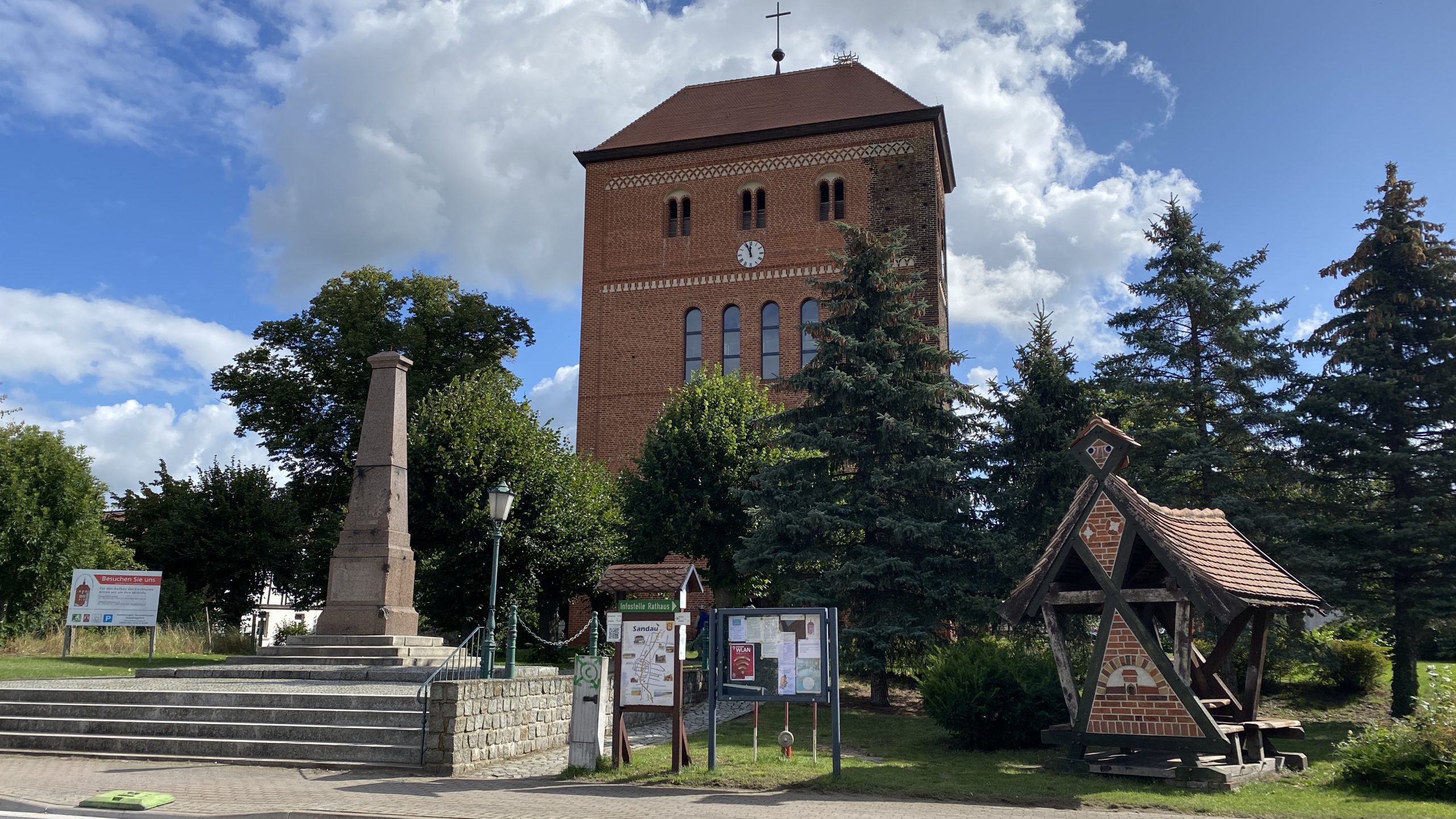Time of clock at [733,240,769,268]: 11:55
